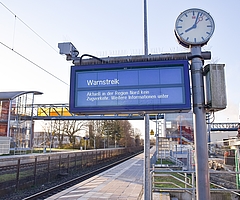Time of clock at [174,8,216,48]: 8:03
